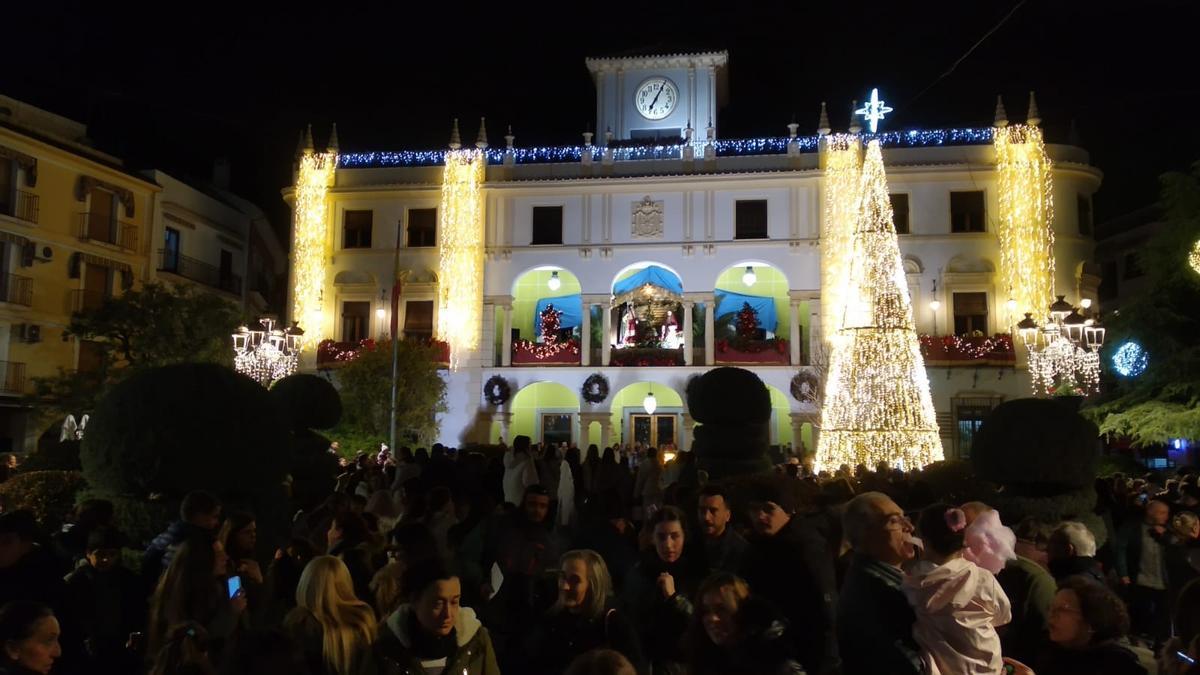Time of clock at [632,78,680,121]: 7:05
